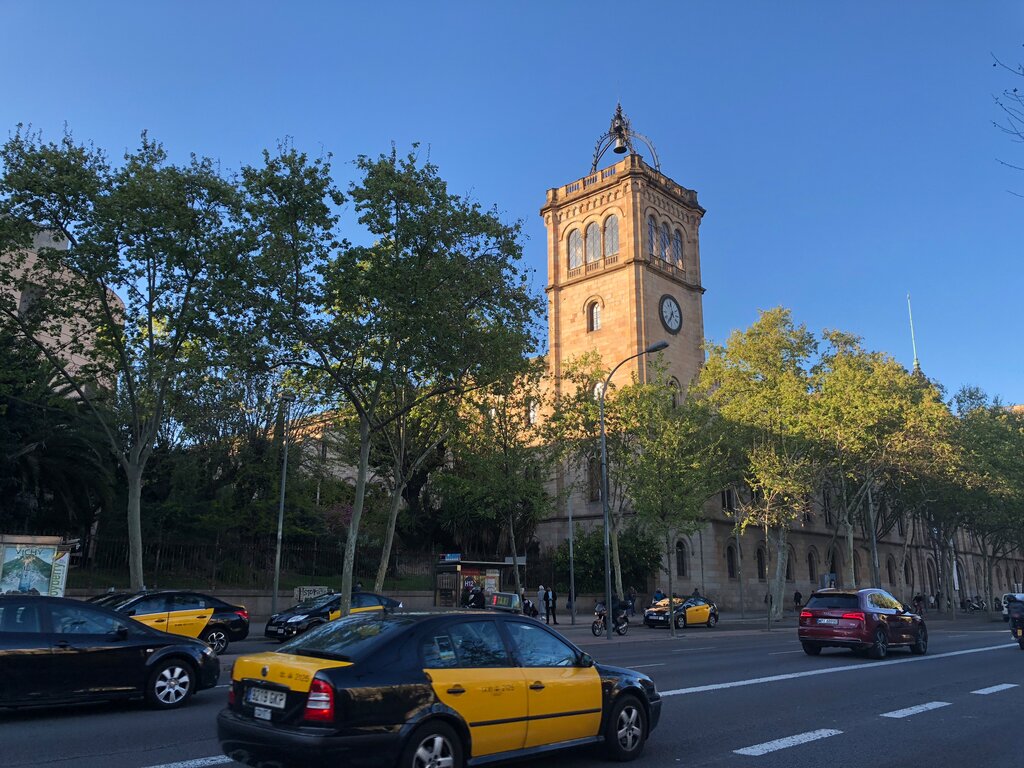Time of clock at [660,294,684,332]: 11:35
